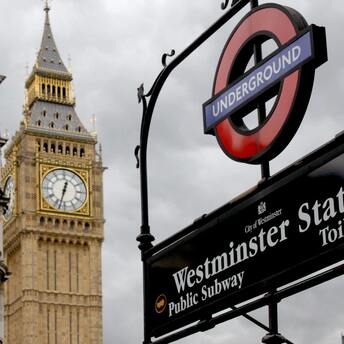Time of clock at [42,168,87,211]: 12:32
